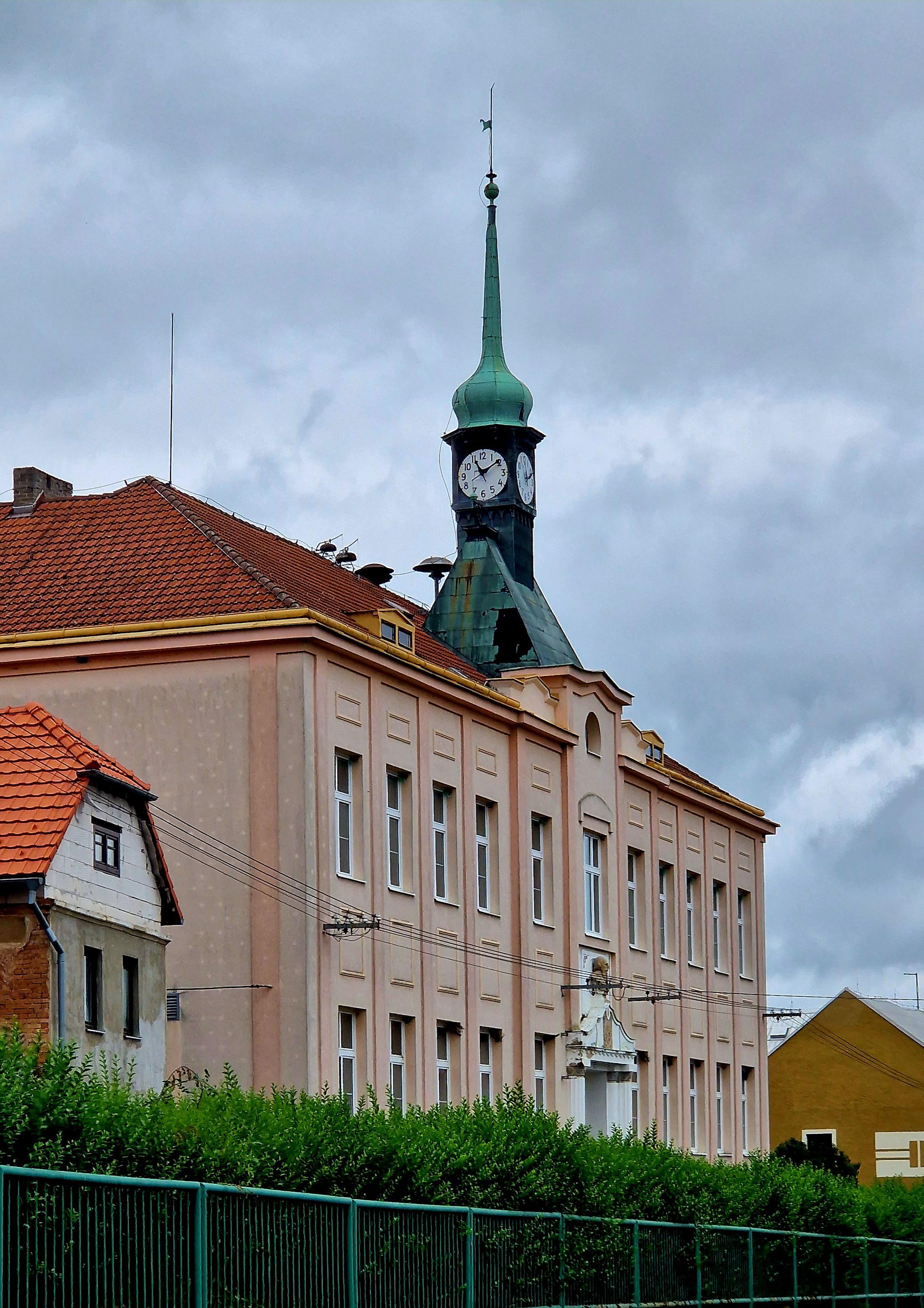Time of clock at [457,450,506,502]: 11:09
